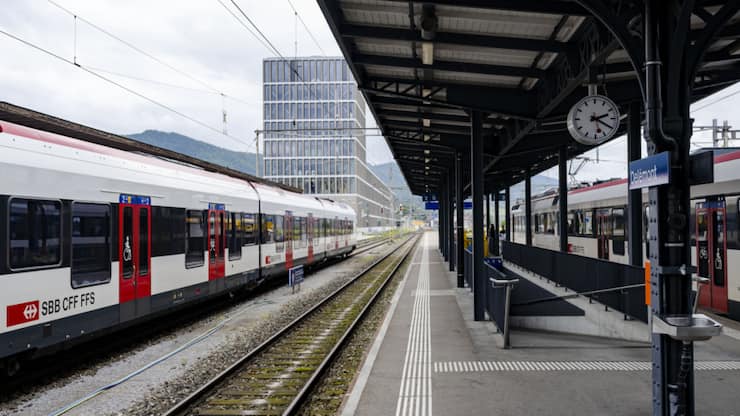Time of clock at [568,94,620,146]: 2:20
